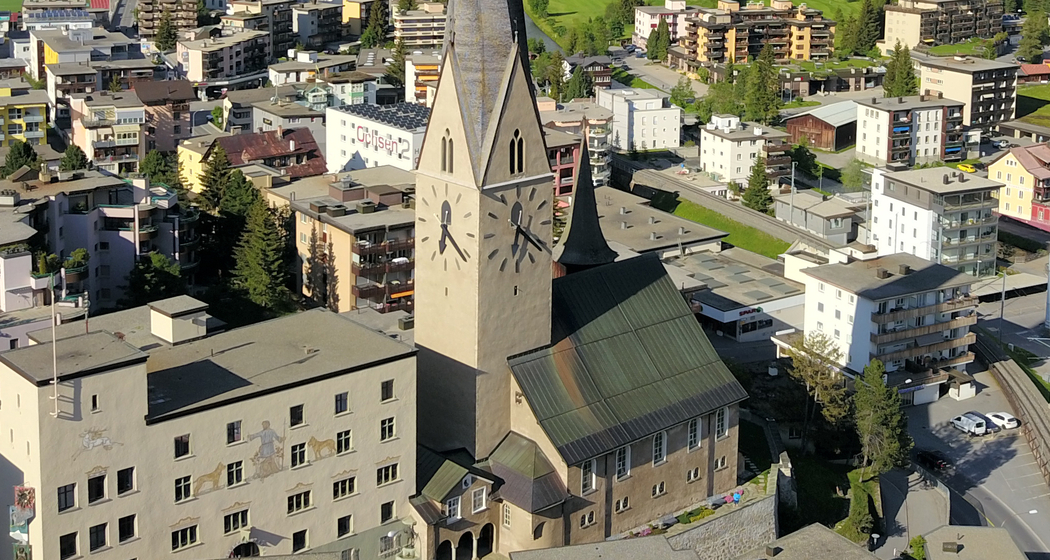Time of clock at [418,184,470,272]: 6:21
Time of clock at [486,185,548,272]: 6:21
